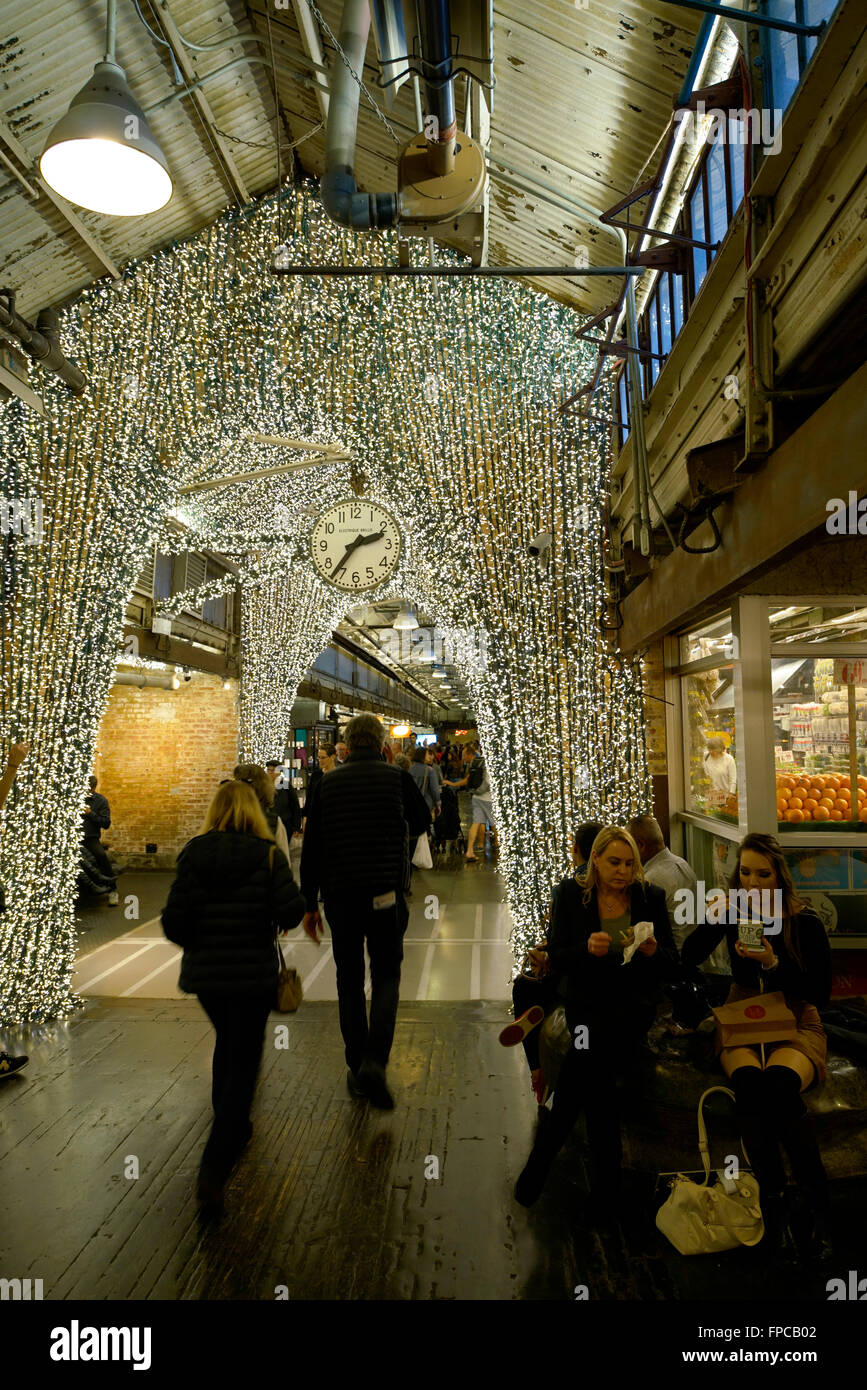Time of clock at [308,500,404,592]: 2:36
